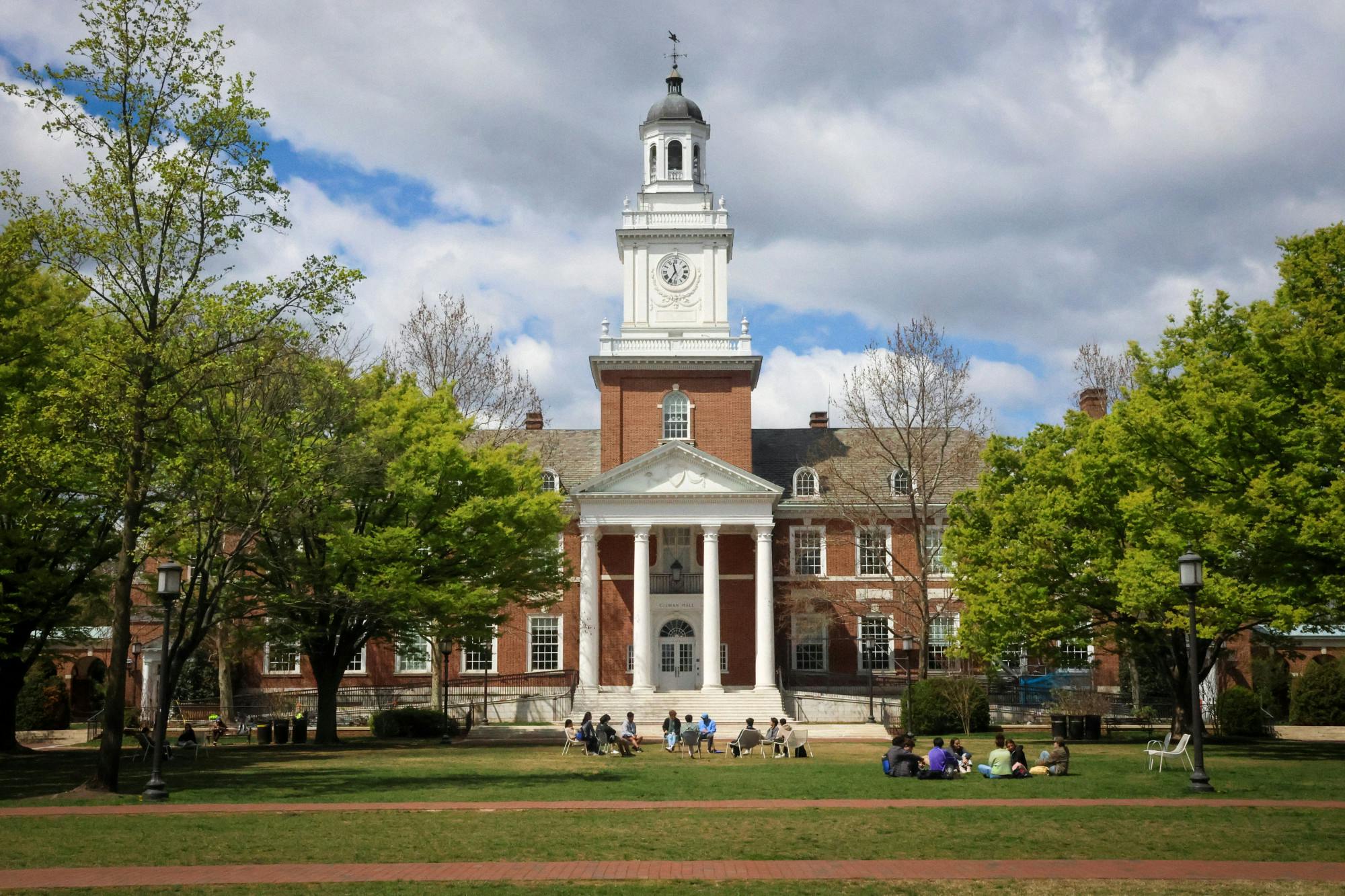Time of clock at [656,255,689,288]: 11:35
